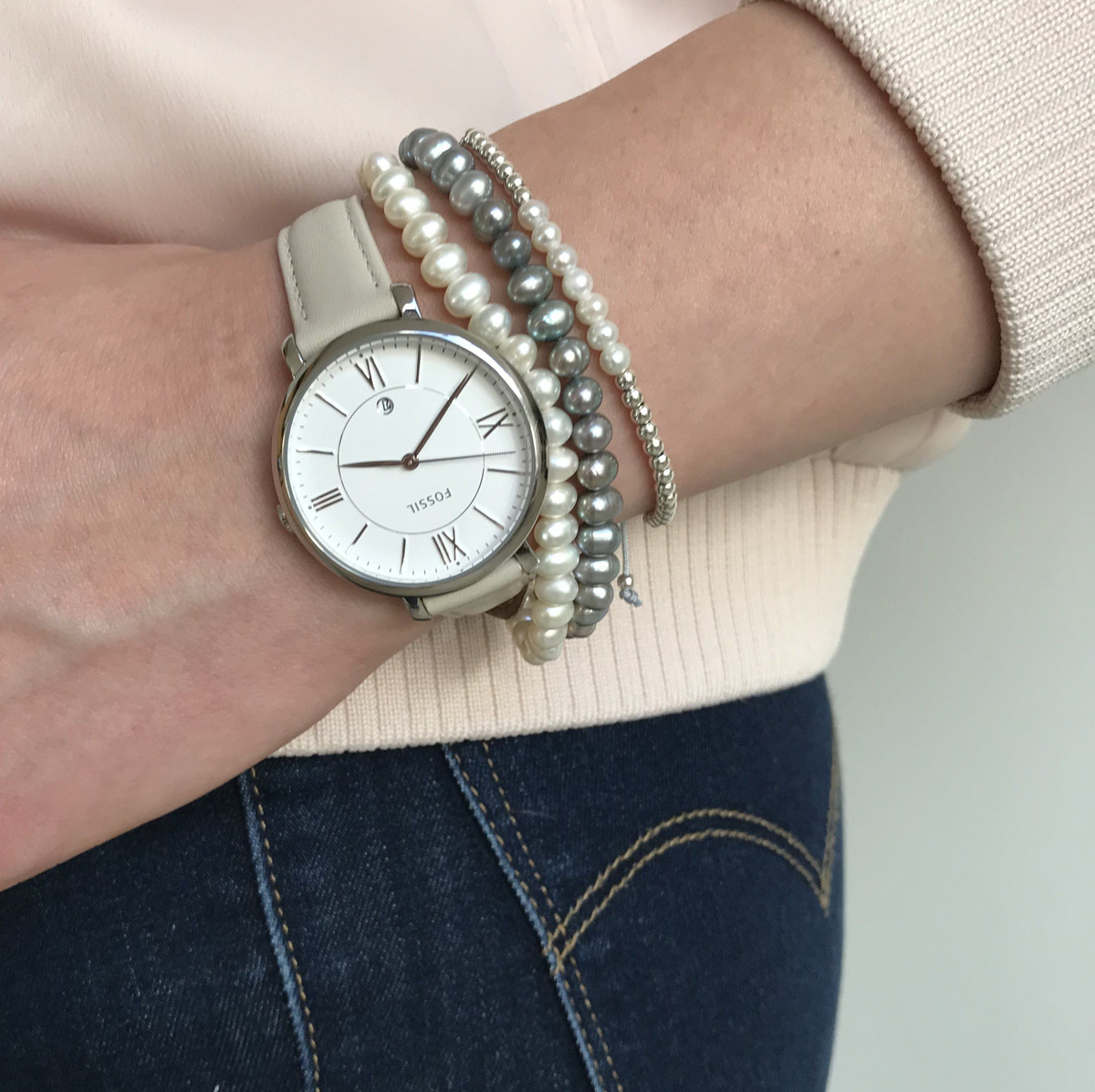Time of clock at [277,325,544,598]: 9:05
